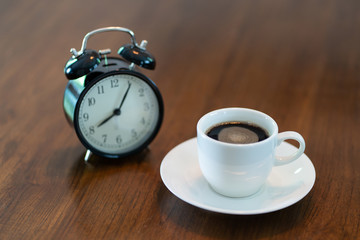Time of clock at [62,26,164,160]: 8:05
